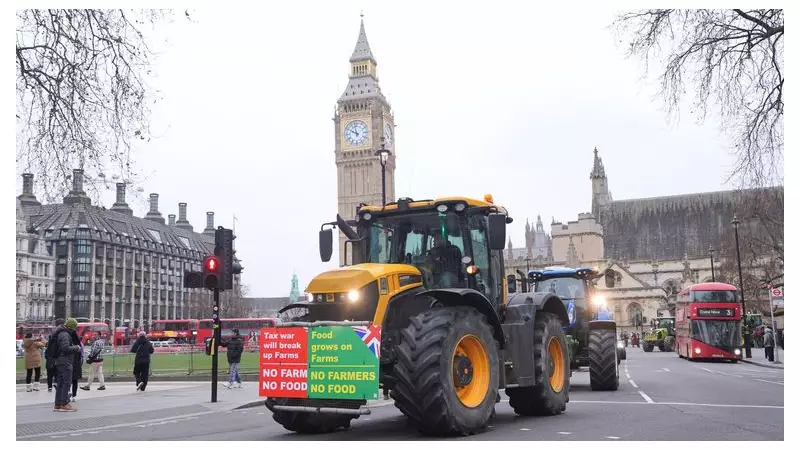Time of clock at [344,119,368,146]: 9:57
